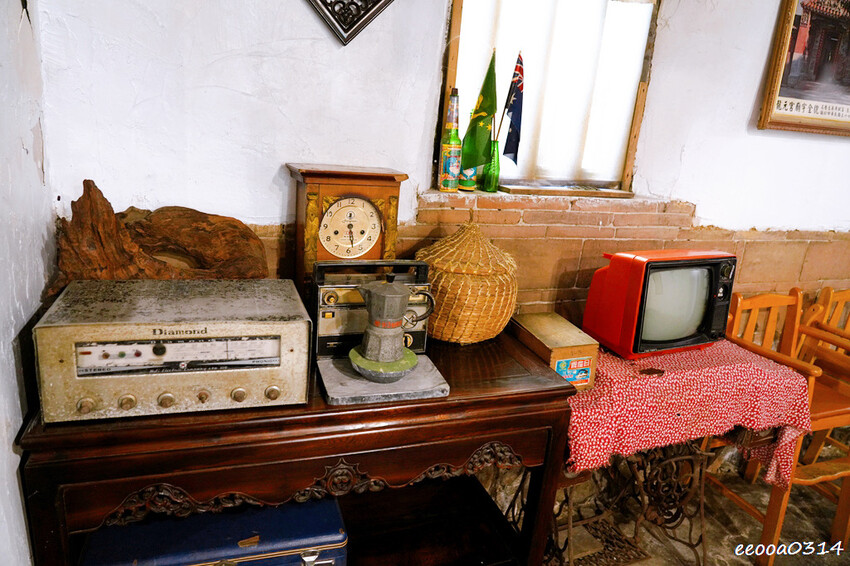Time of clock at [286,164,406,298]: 3:28
